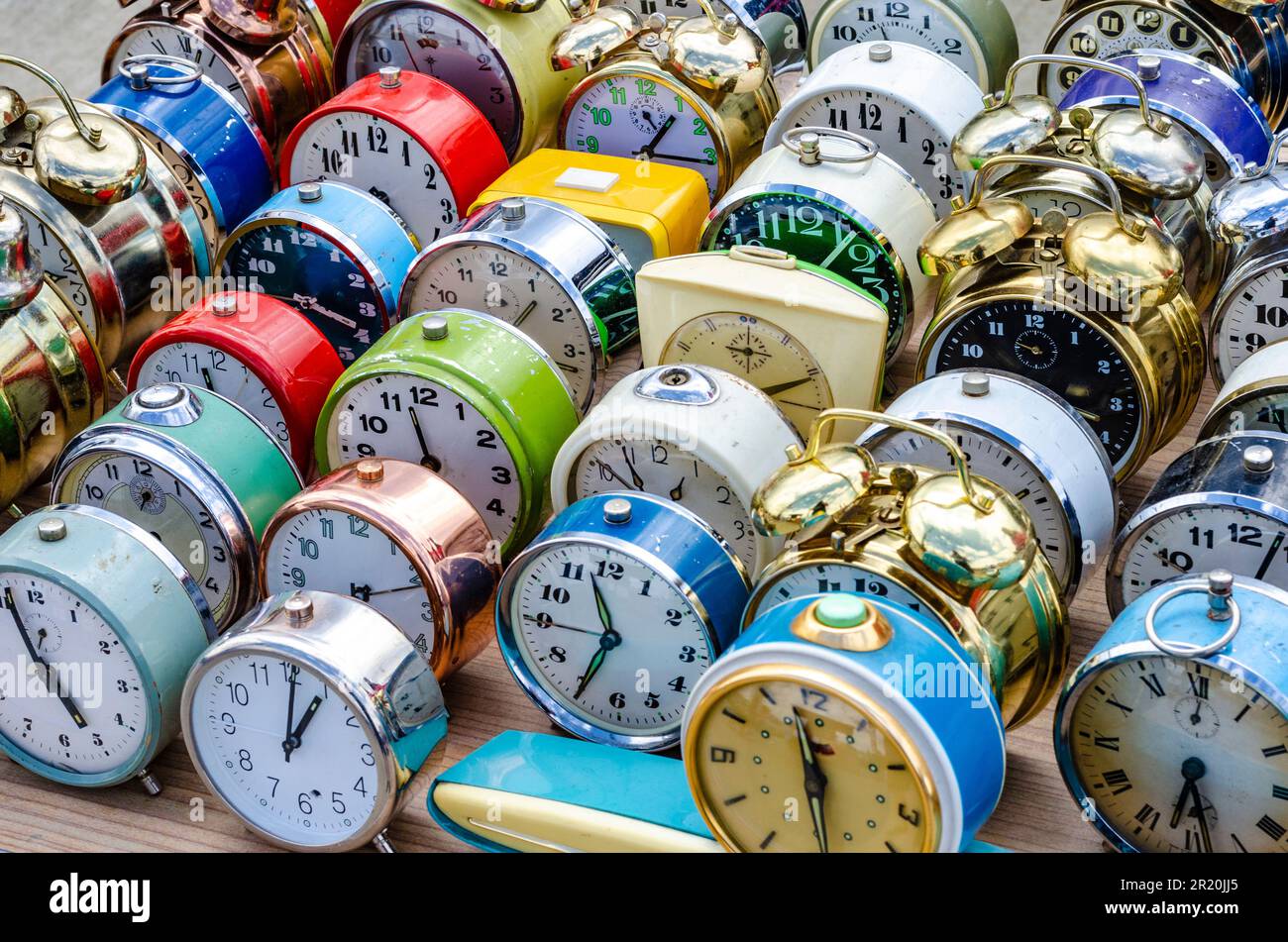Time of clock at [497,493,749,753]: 11:34
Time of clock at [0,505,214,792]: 12:00
